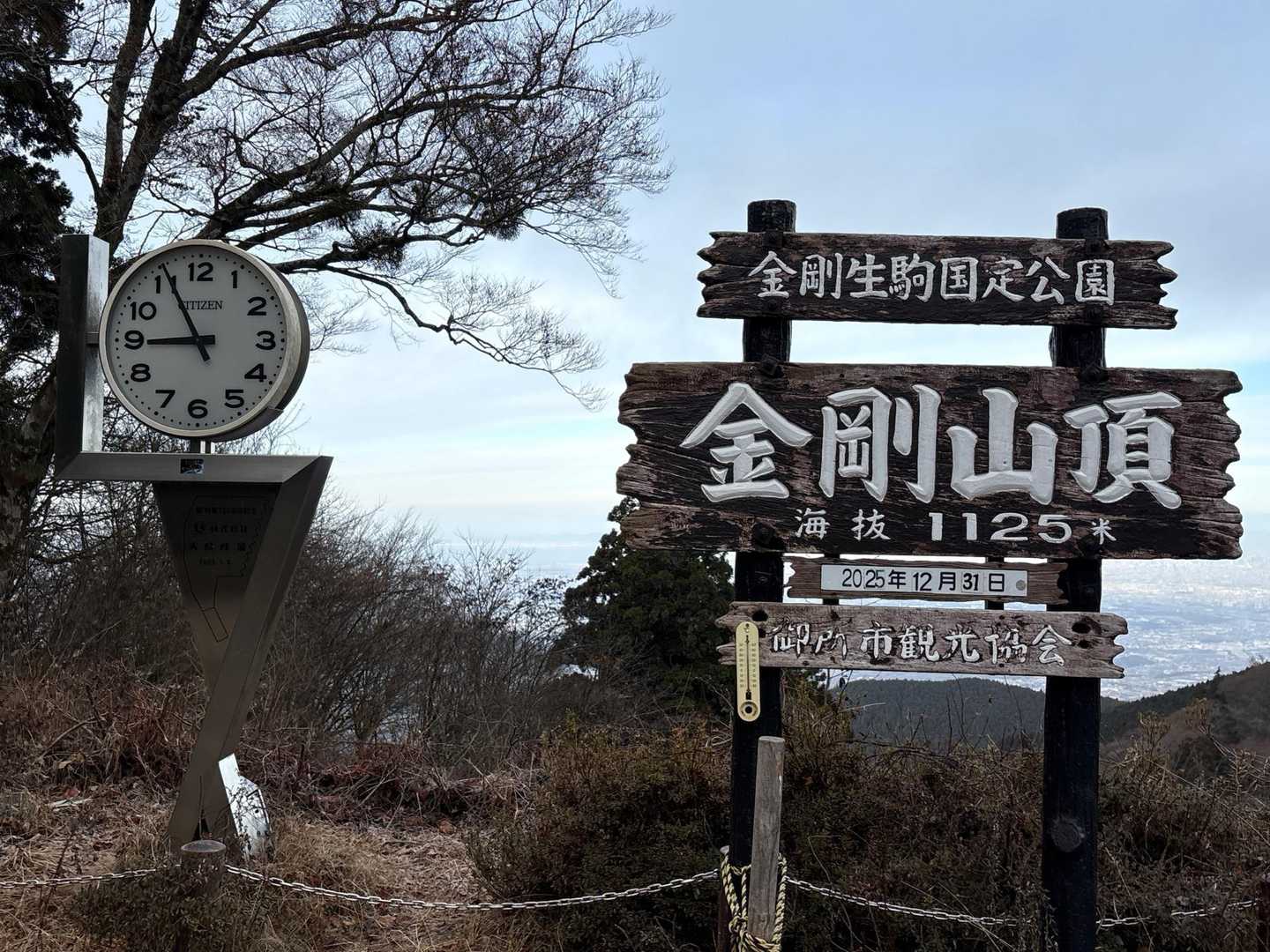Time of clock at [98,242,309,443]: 8:55
